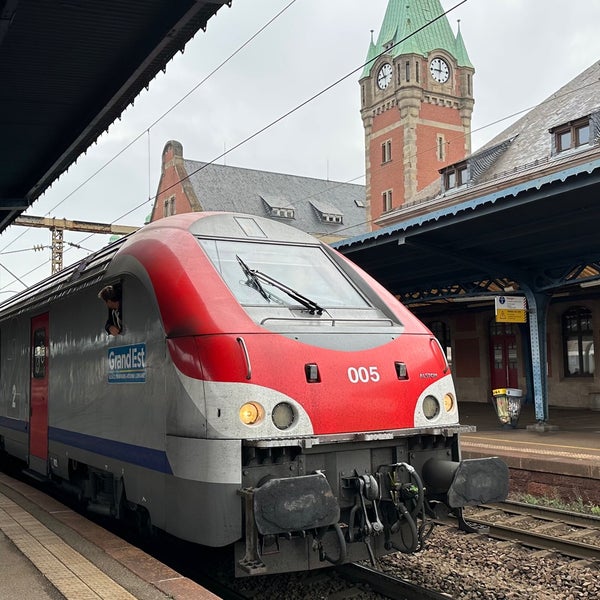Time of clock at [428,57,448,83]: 9:01
